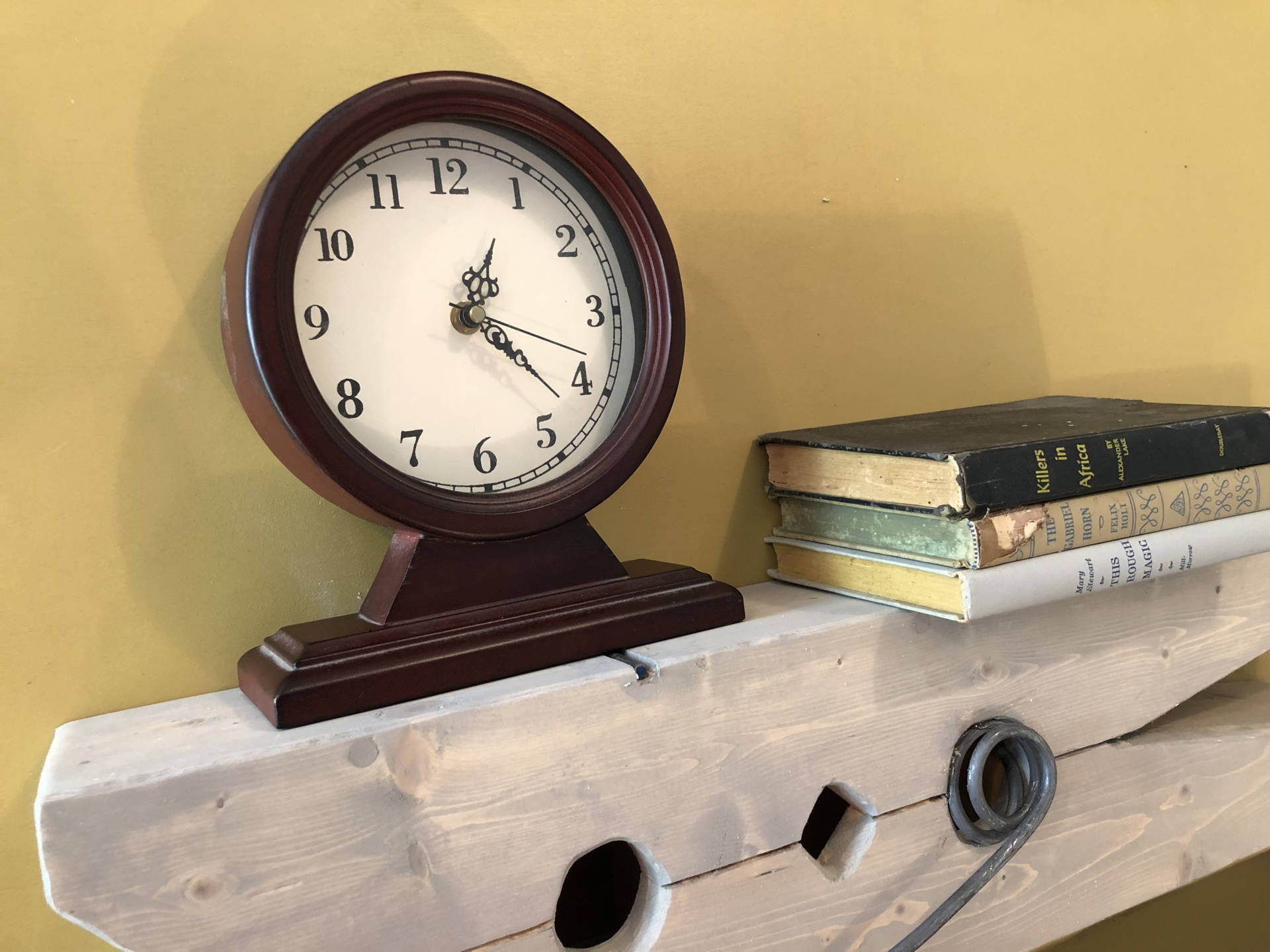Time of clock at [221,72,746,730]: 1:21
